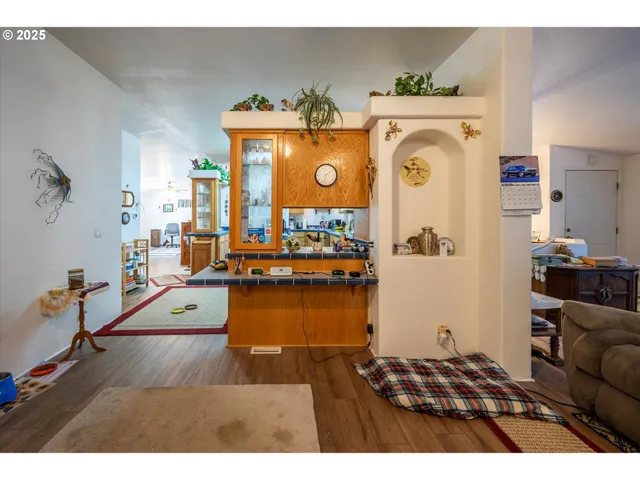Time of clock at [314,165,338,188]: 1:32
